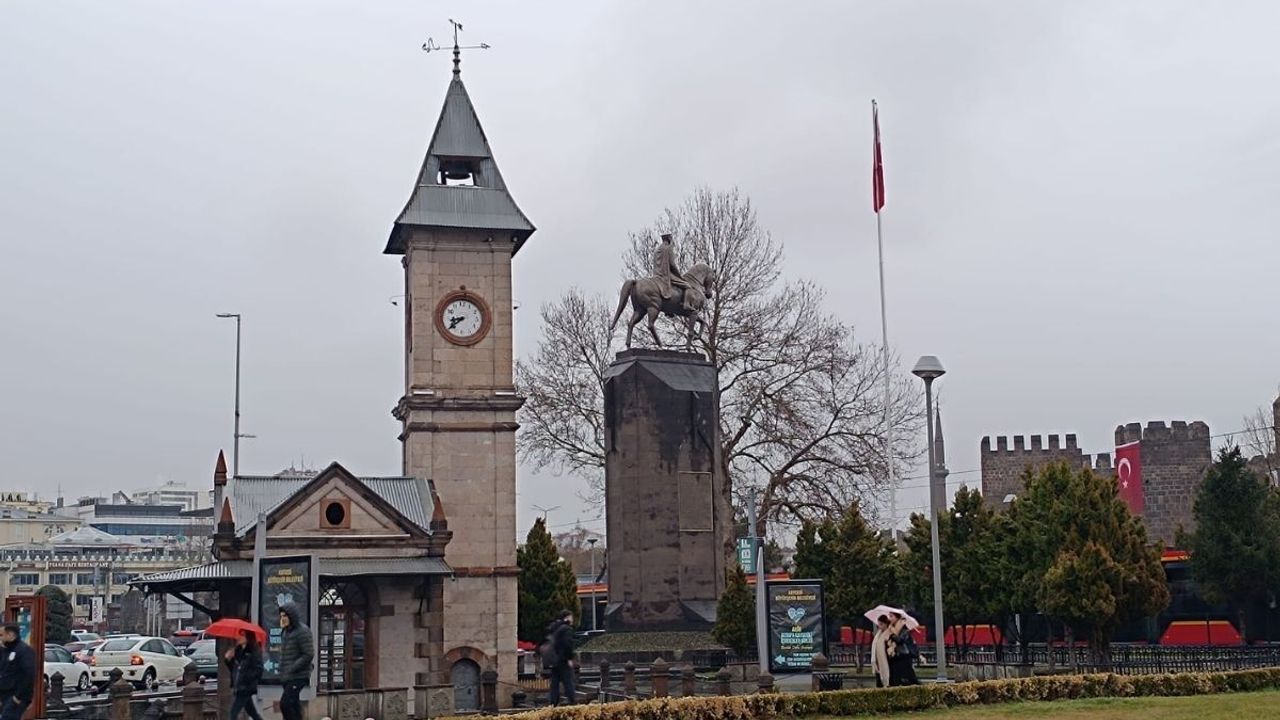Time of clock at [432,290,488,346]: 8:38
